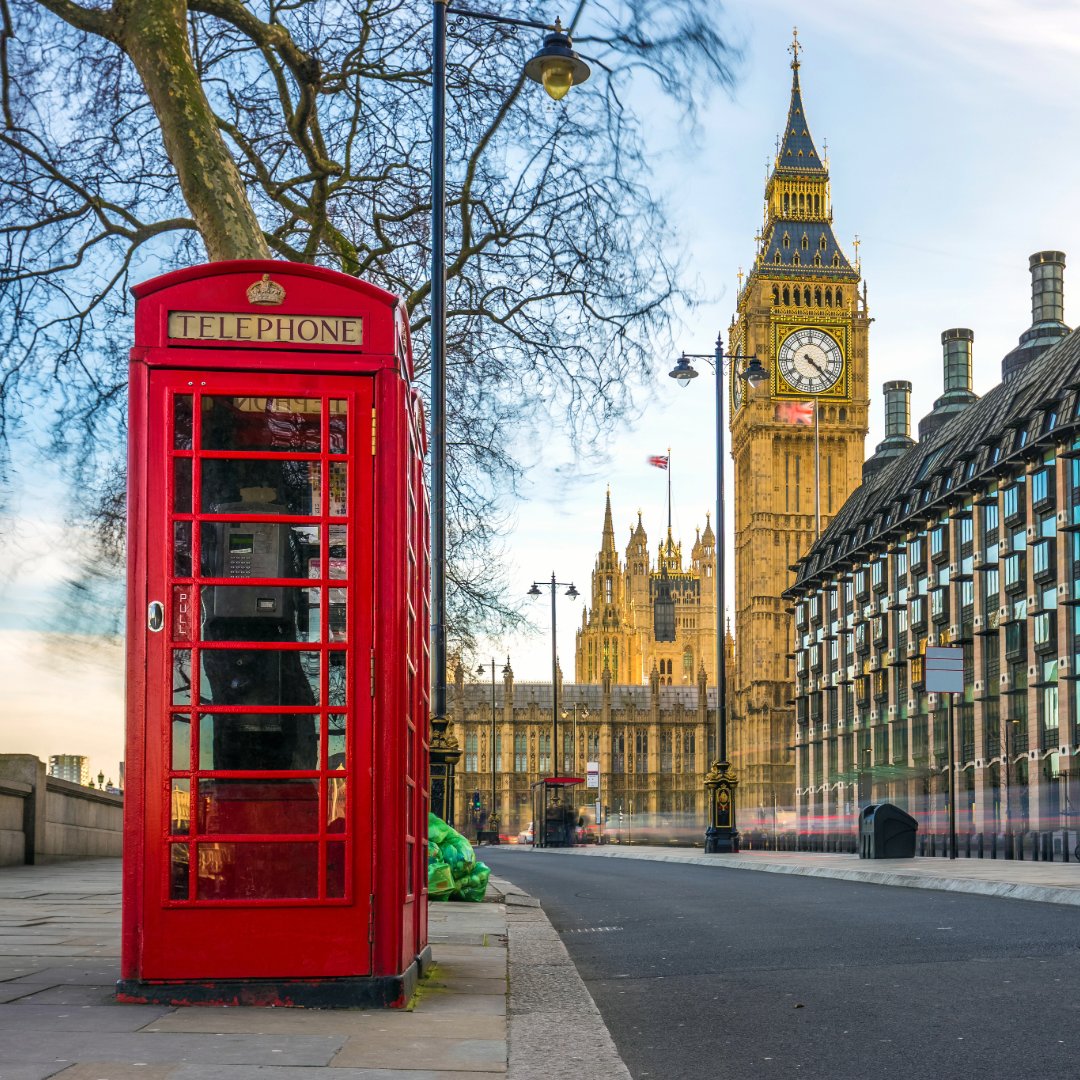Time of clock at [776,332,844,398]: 4:22
